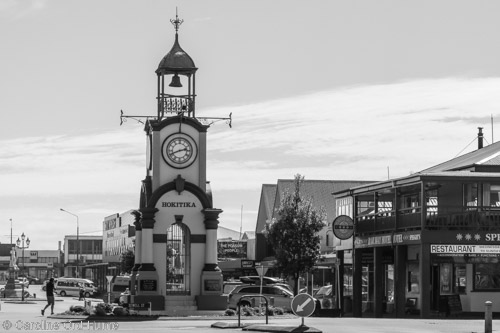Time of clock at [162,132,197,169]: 2:41
